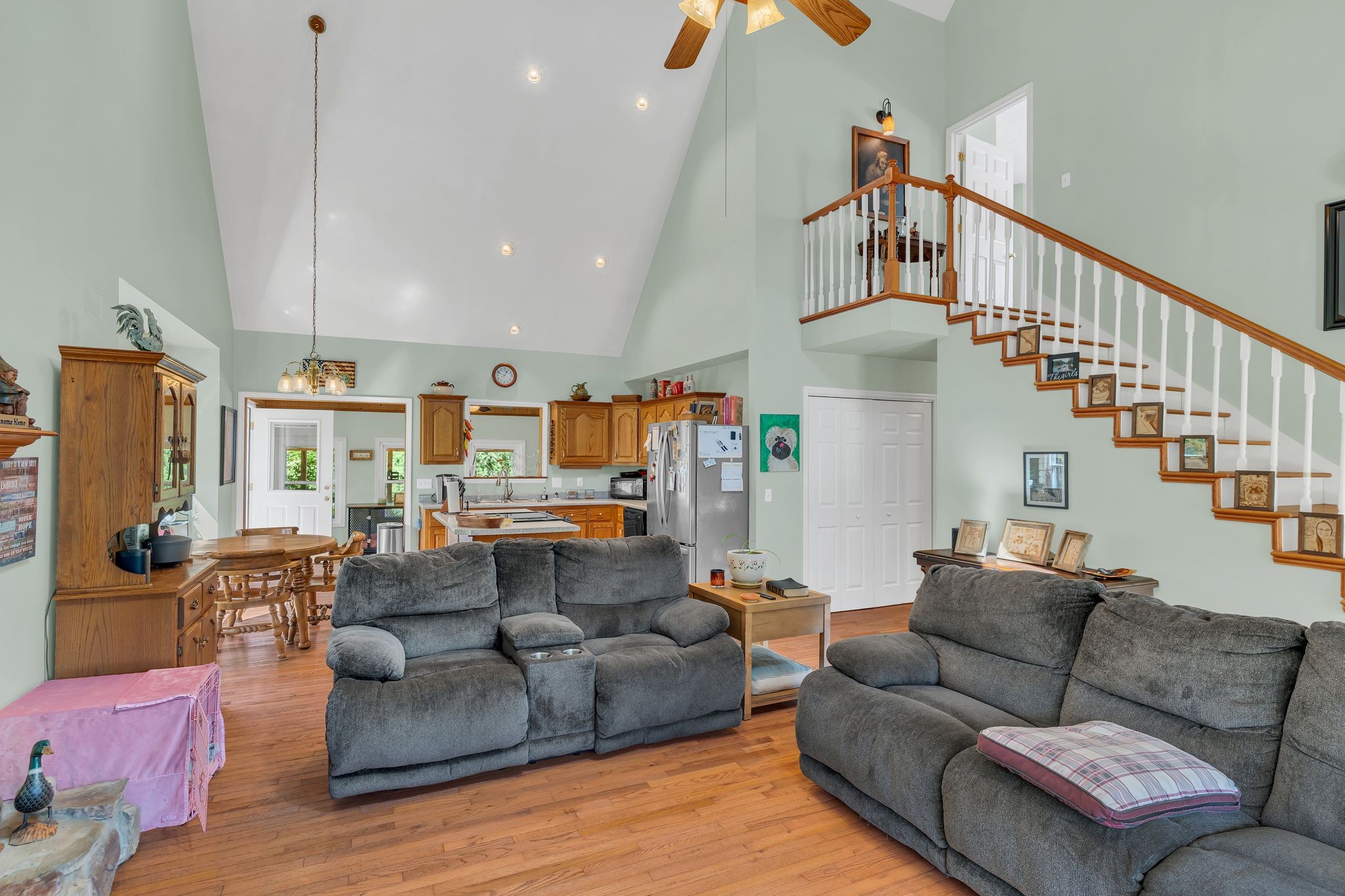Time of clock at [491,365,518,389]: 12:48
